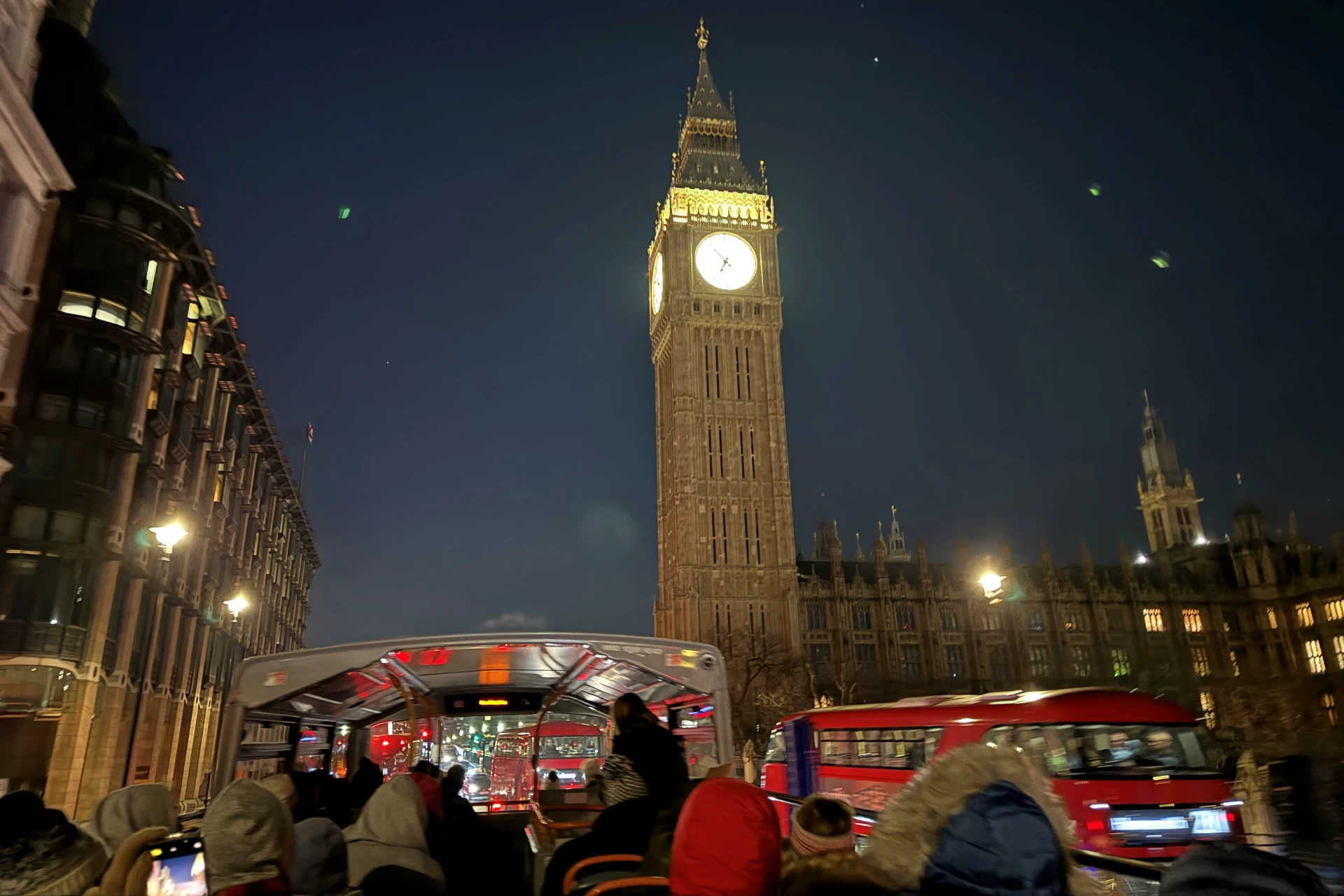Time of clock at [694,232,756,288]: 6:53
